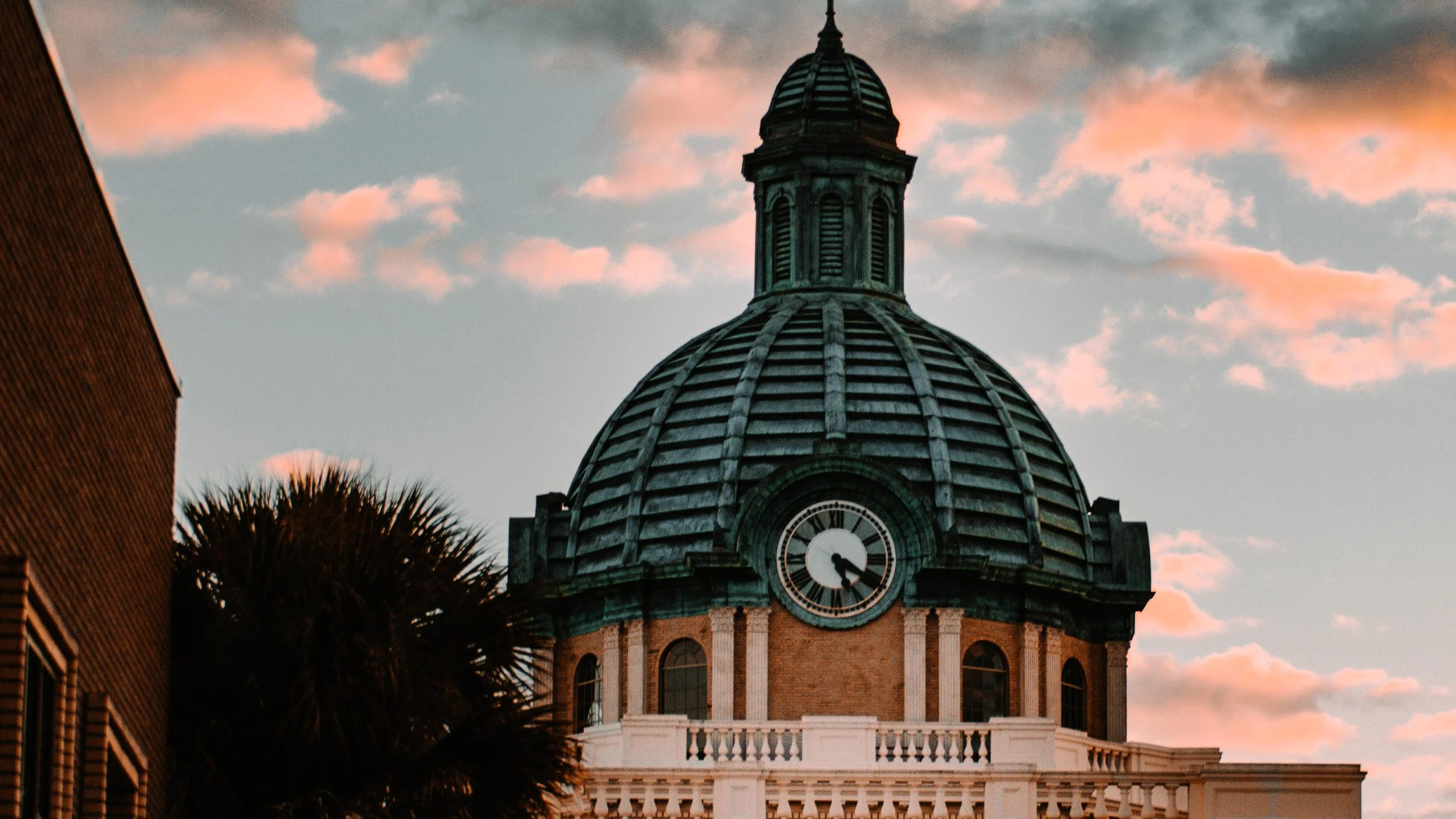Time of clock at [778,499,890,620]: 5:19
